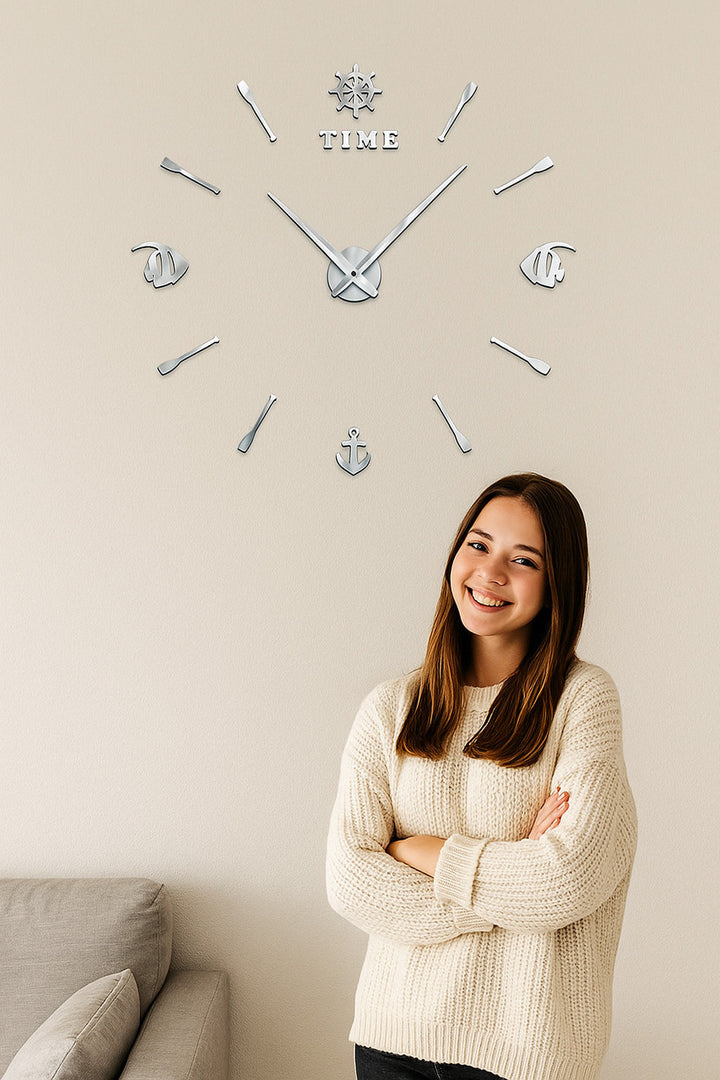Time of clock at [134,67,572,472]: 10:07
